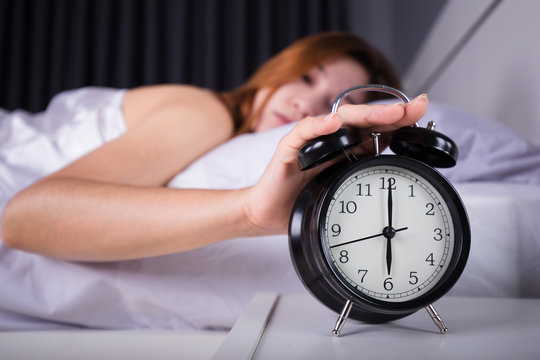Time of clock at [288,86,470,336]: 6:00
